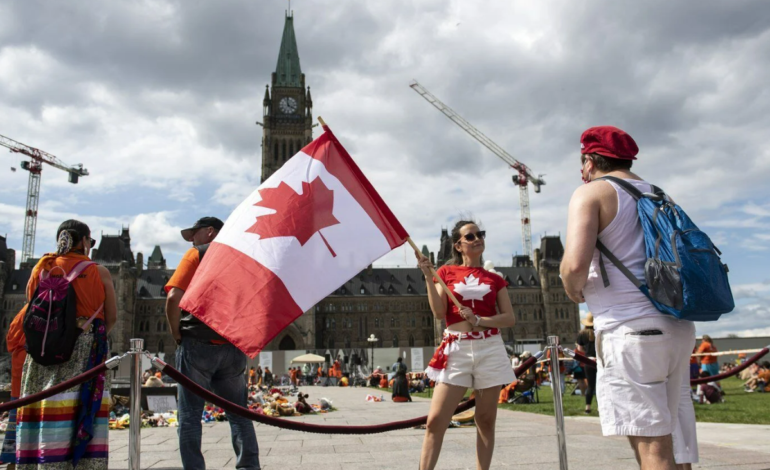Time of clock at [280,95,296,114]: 3:58
